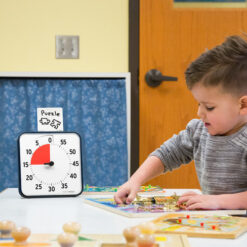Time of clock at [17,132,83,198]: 9:00
